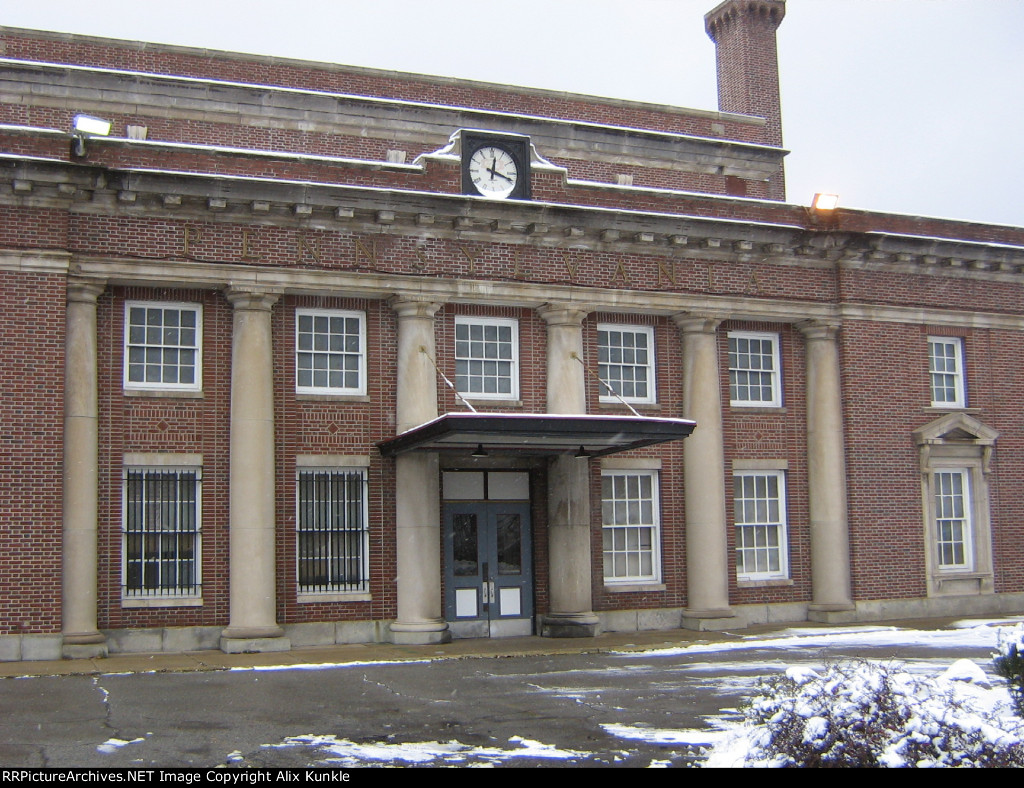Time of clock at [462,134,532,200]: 12:18
